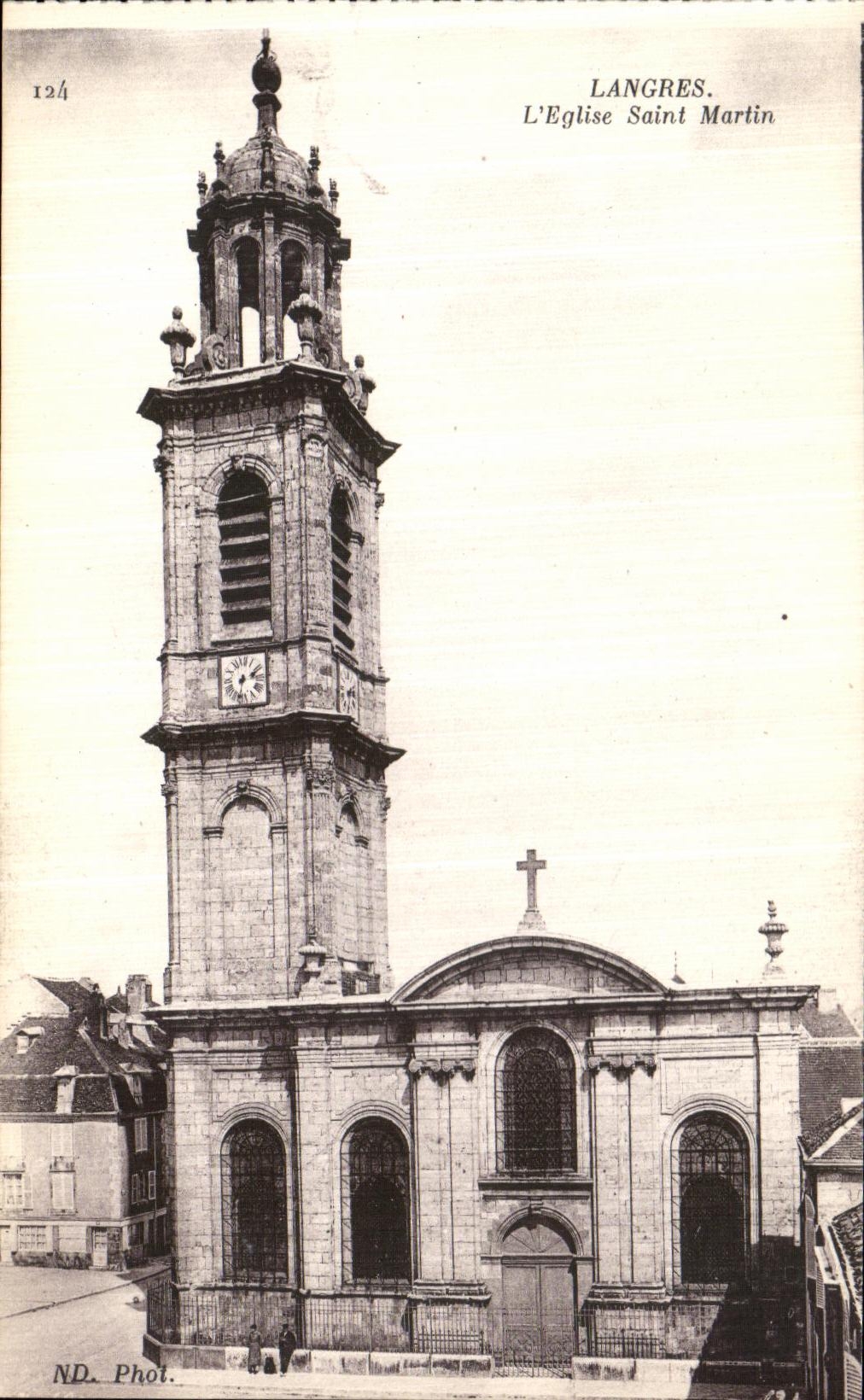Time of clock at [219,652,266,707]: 2:32
